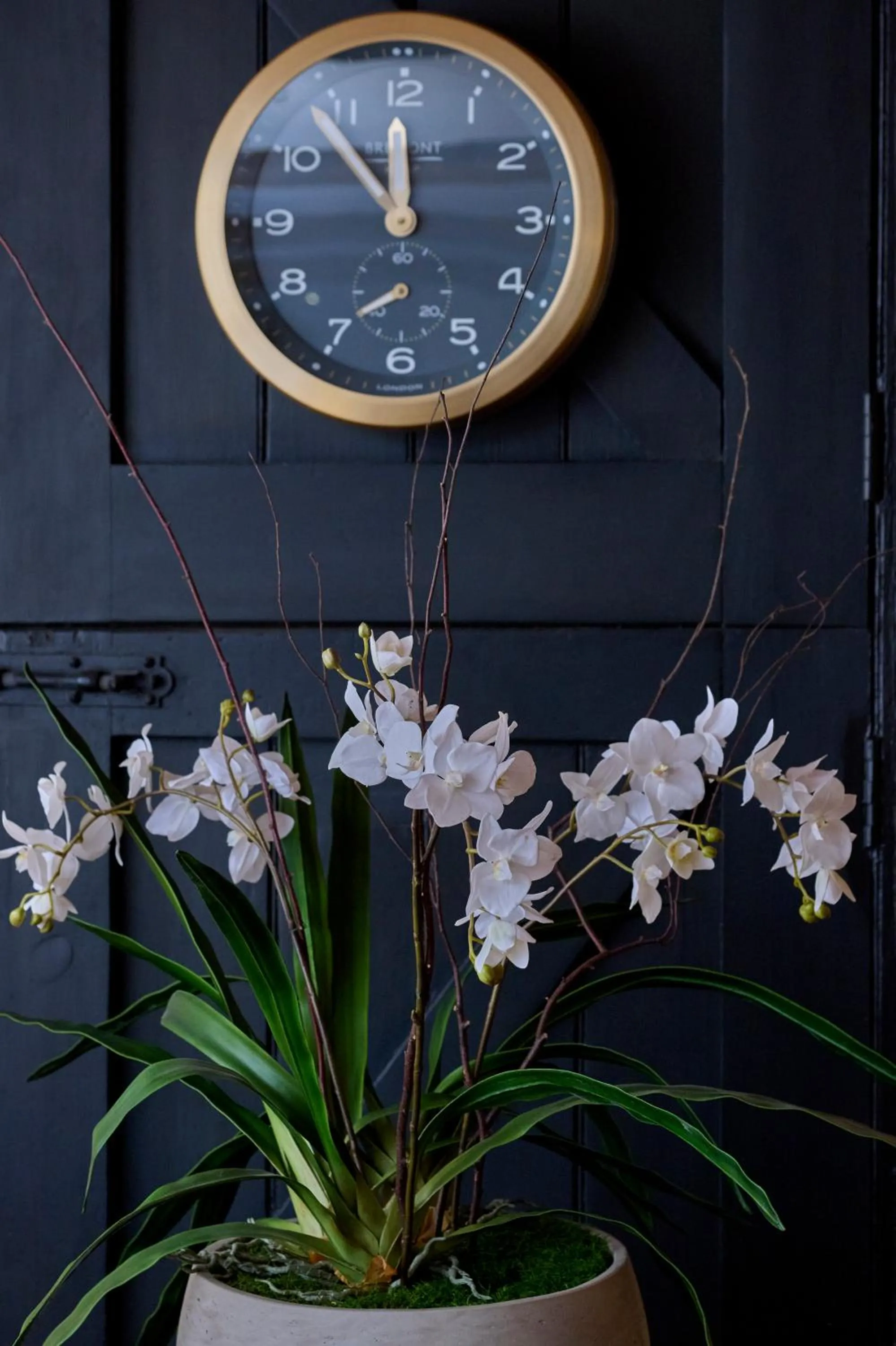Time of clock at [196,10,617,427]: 11:53
